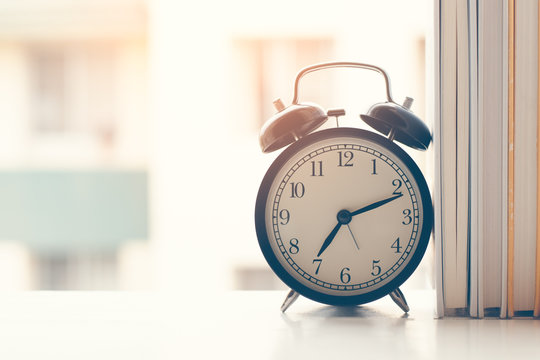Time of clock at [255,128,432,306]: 7:11
